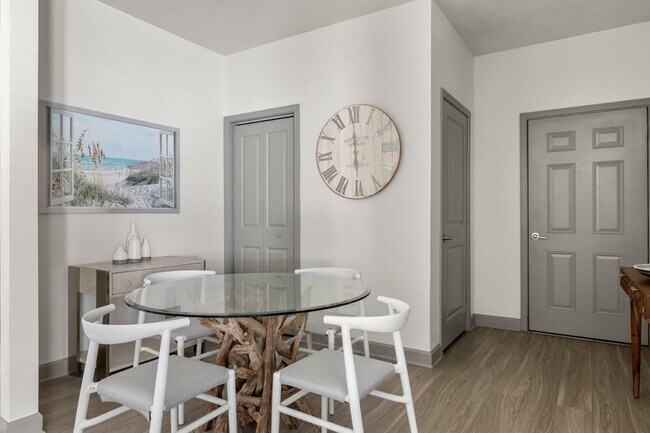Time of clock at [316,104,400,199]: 6:00
